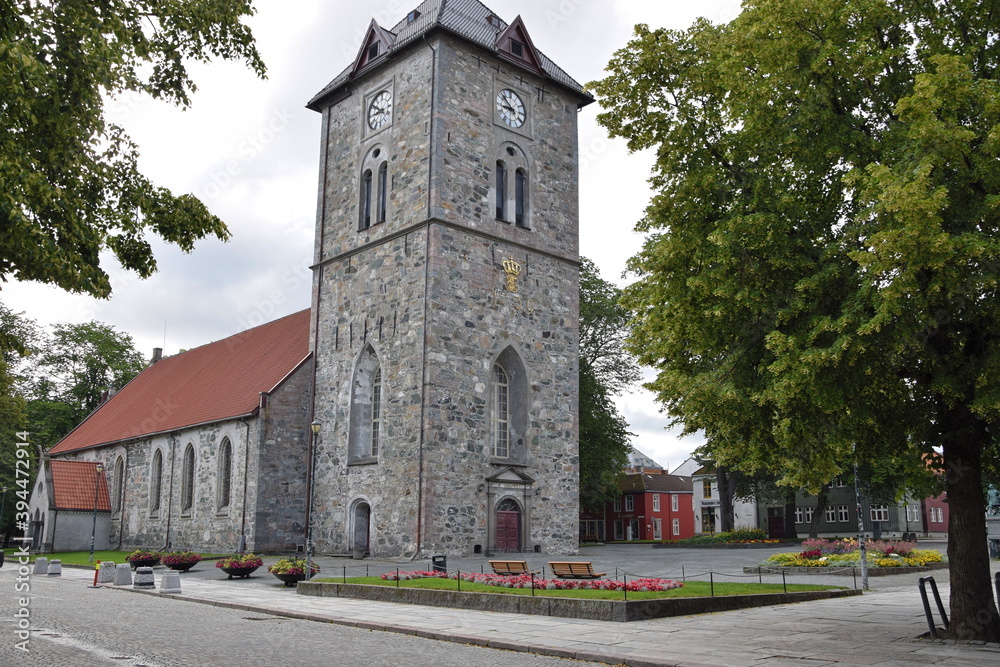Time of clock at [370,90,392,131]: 8:51
